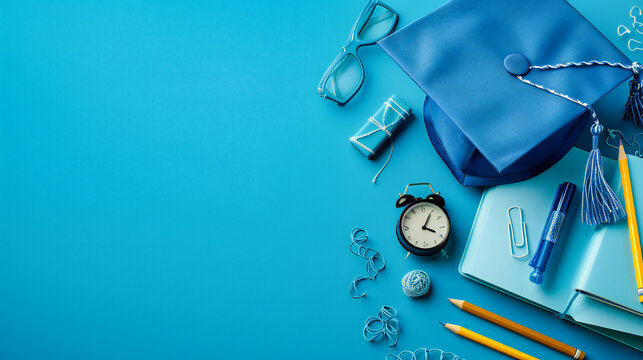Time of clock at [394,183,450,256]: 4:04
